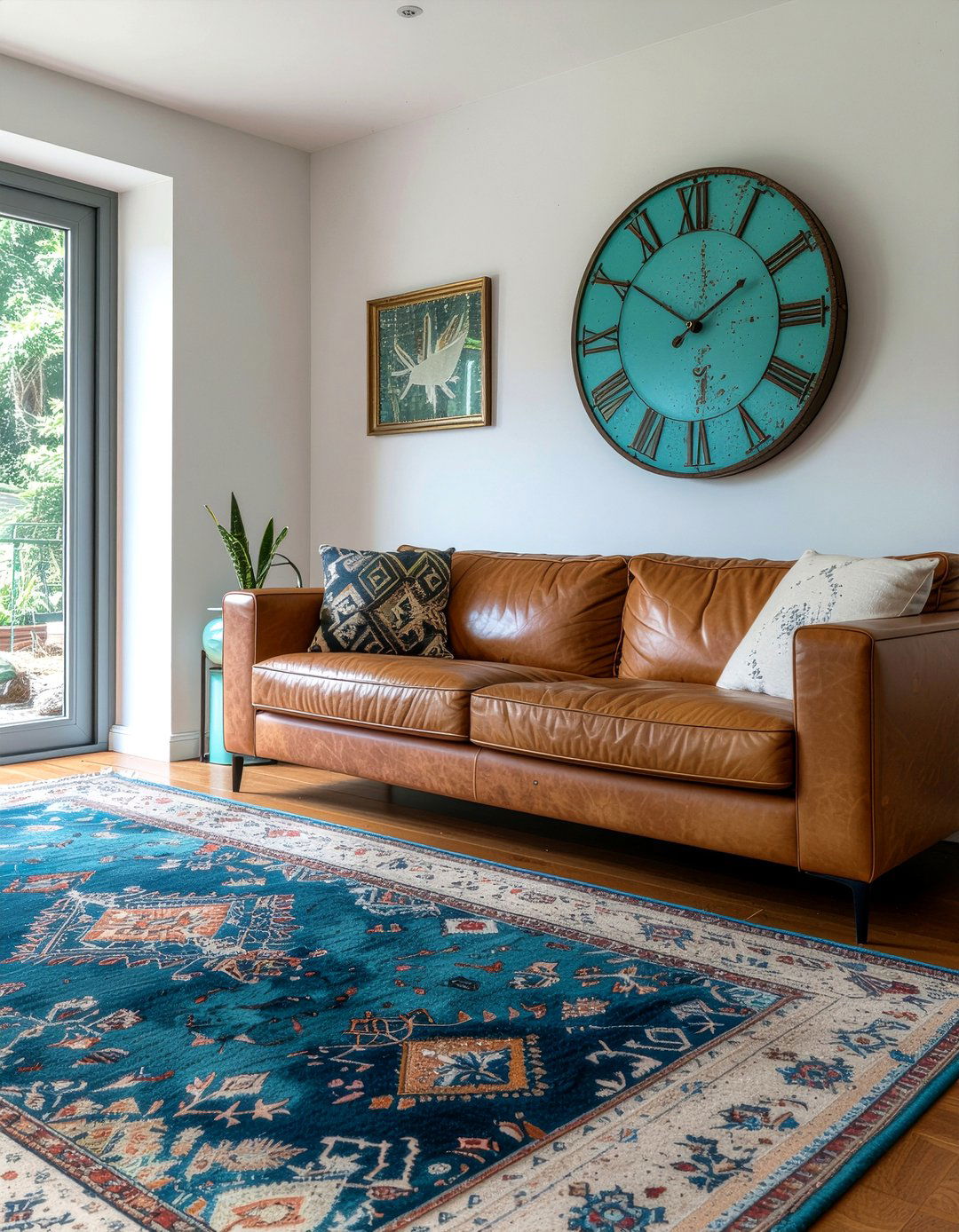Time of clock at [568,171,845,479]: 1:50
